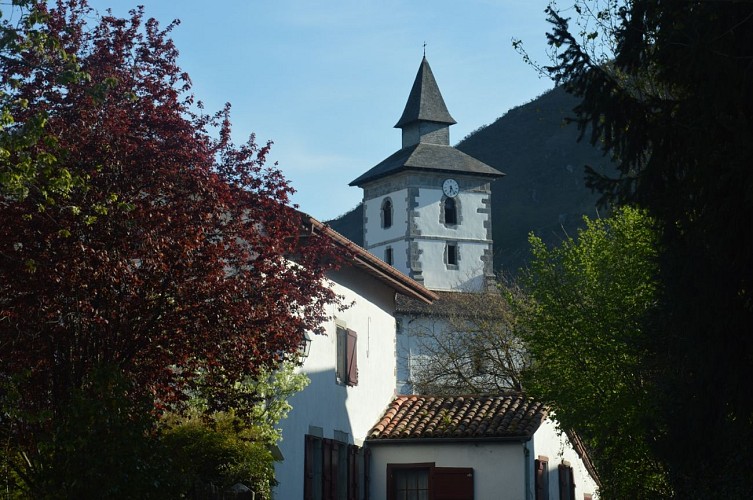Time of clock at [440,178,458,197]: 6:23
